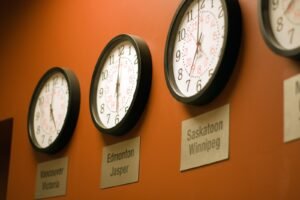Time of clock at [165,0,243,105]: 6:59
